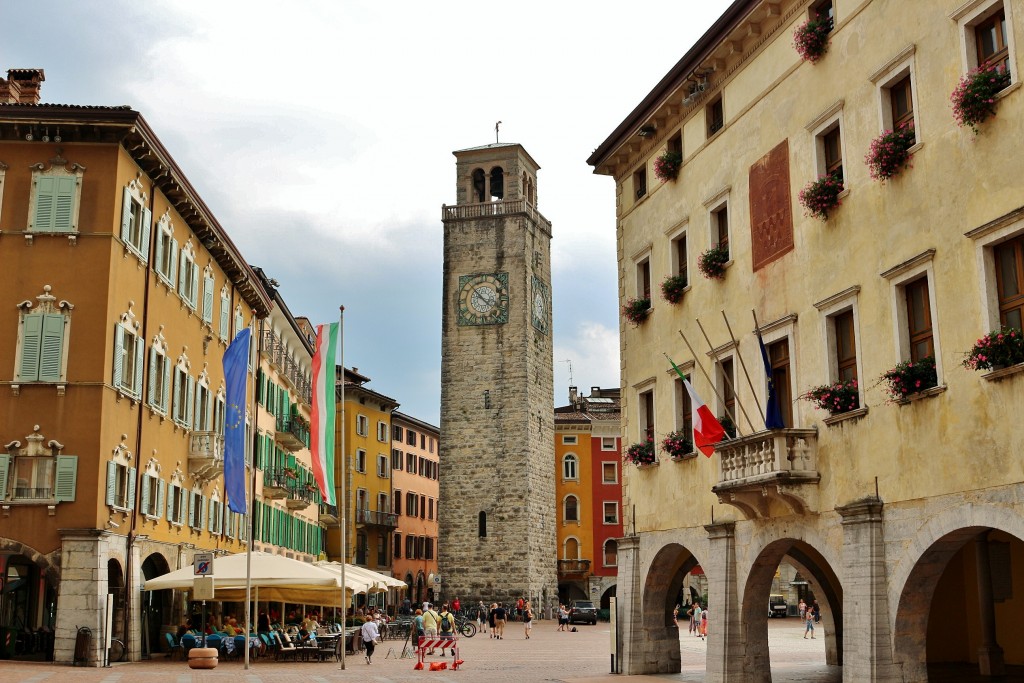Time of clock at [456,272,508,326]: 3:52
